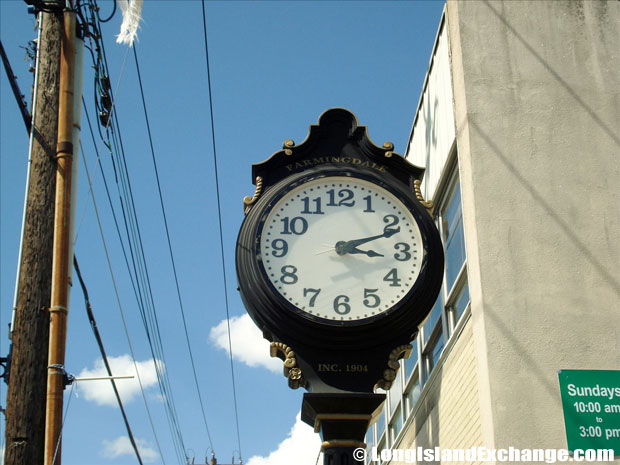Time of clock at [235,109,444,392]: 3:11
